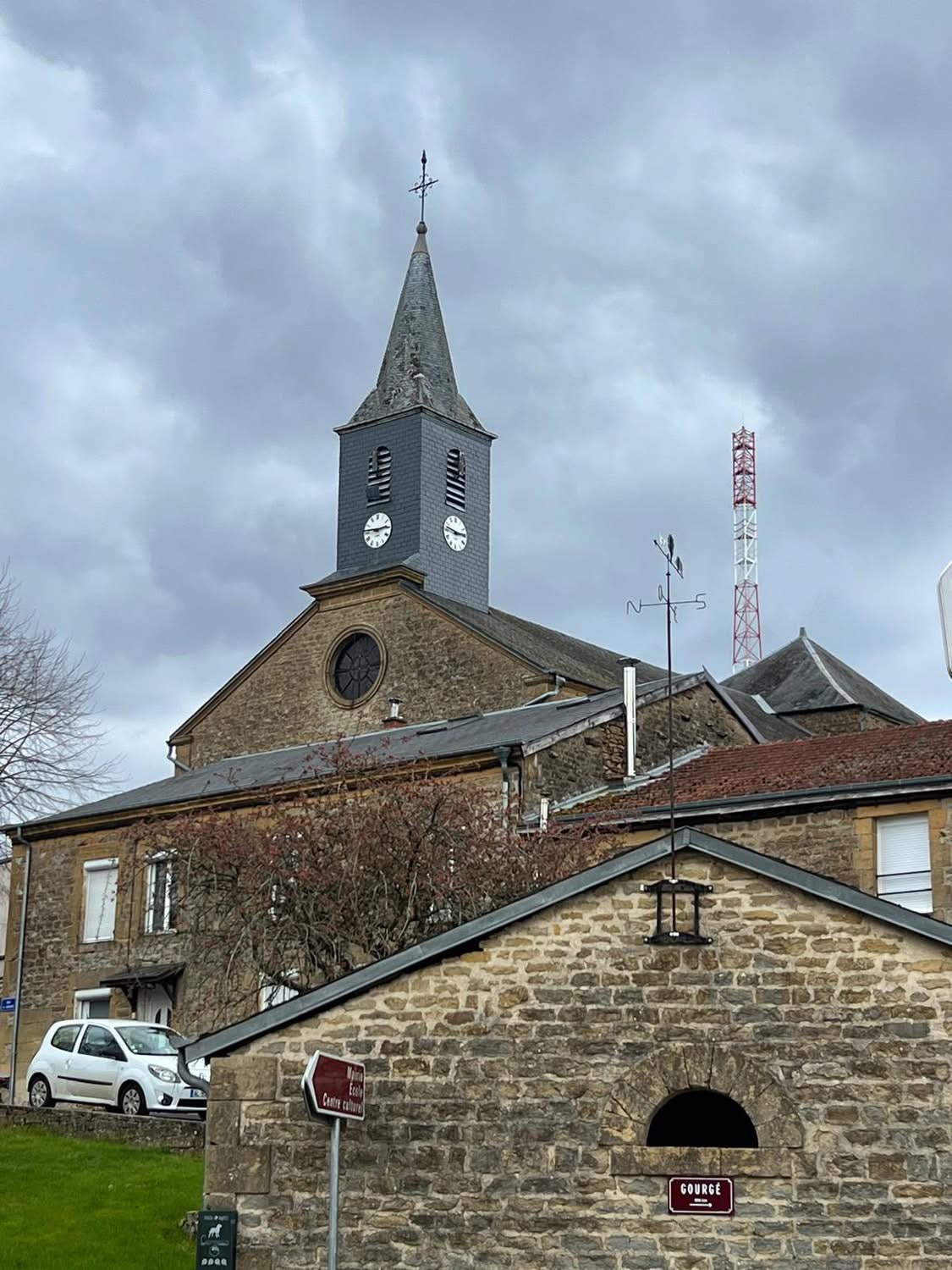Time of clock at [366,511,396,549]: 2:46
